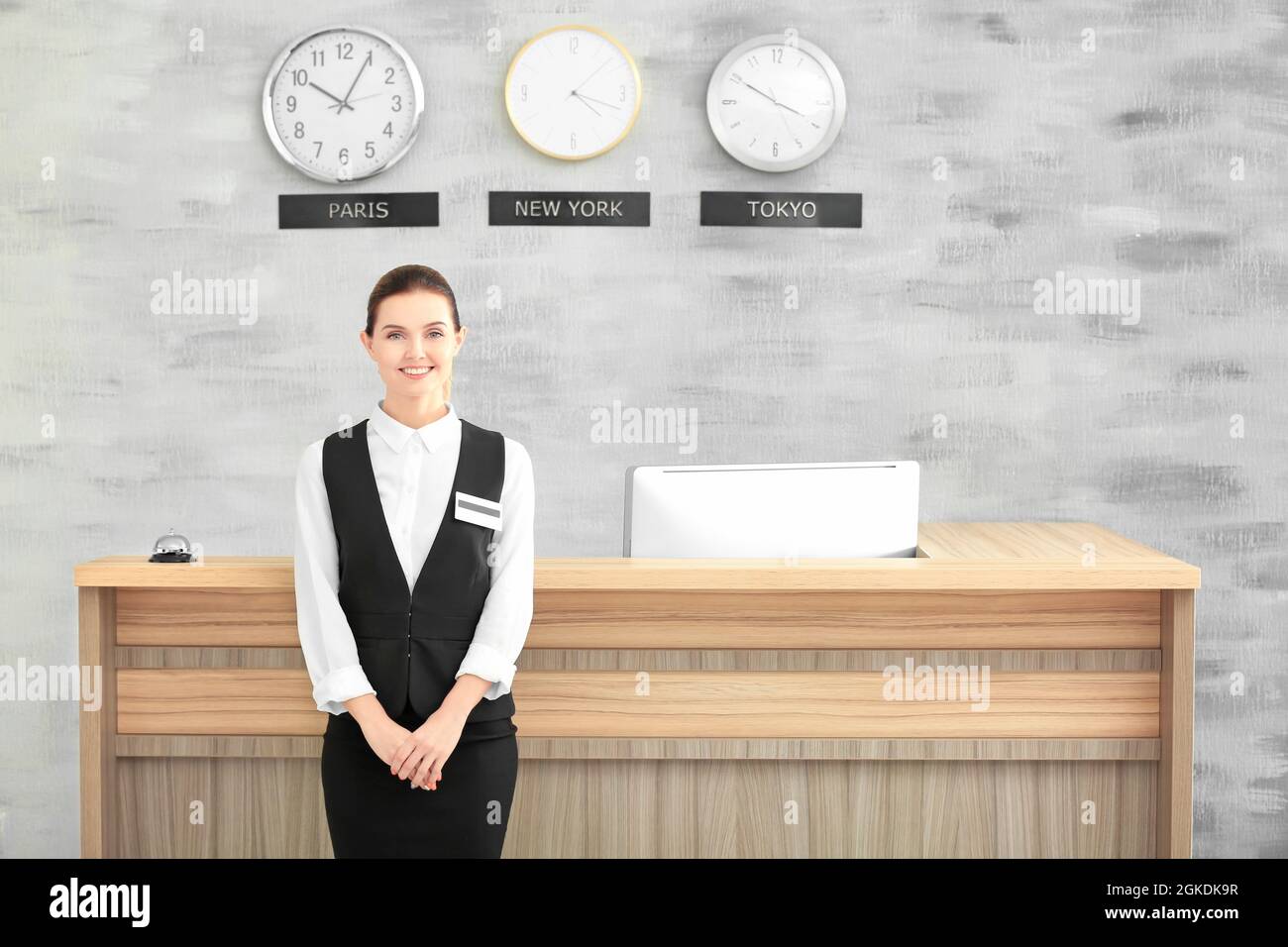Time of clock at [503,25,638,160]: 4:18
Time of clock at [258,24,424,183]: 10:04
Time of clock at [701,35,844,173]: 3:50
